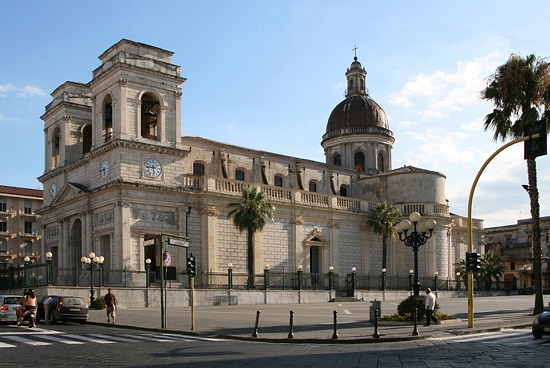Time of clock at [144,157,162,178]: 5:45
